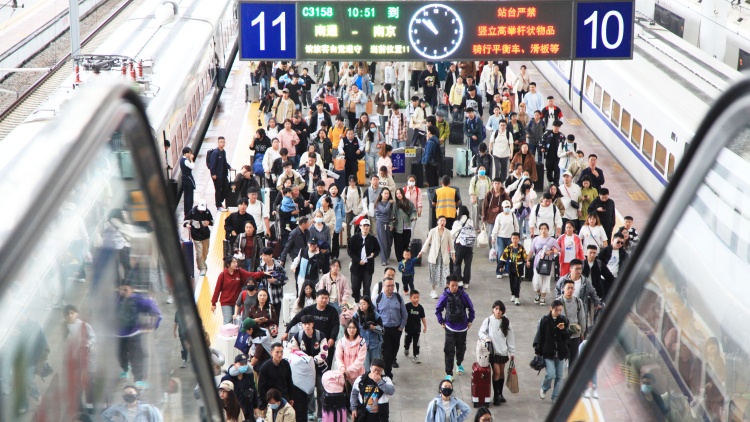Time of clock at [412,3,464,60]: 10:51
